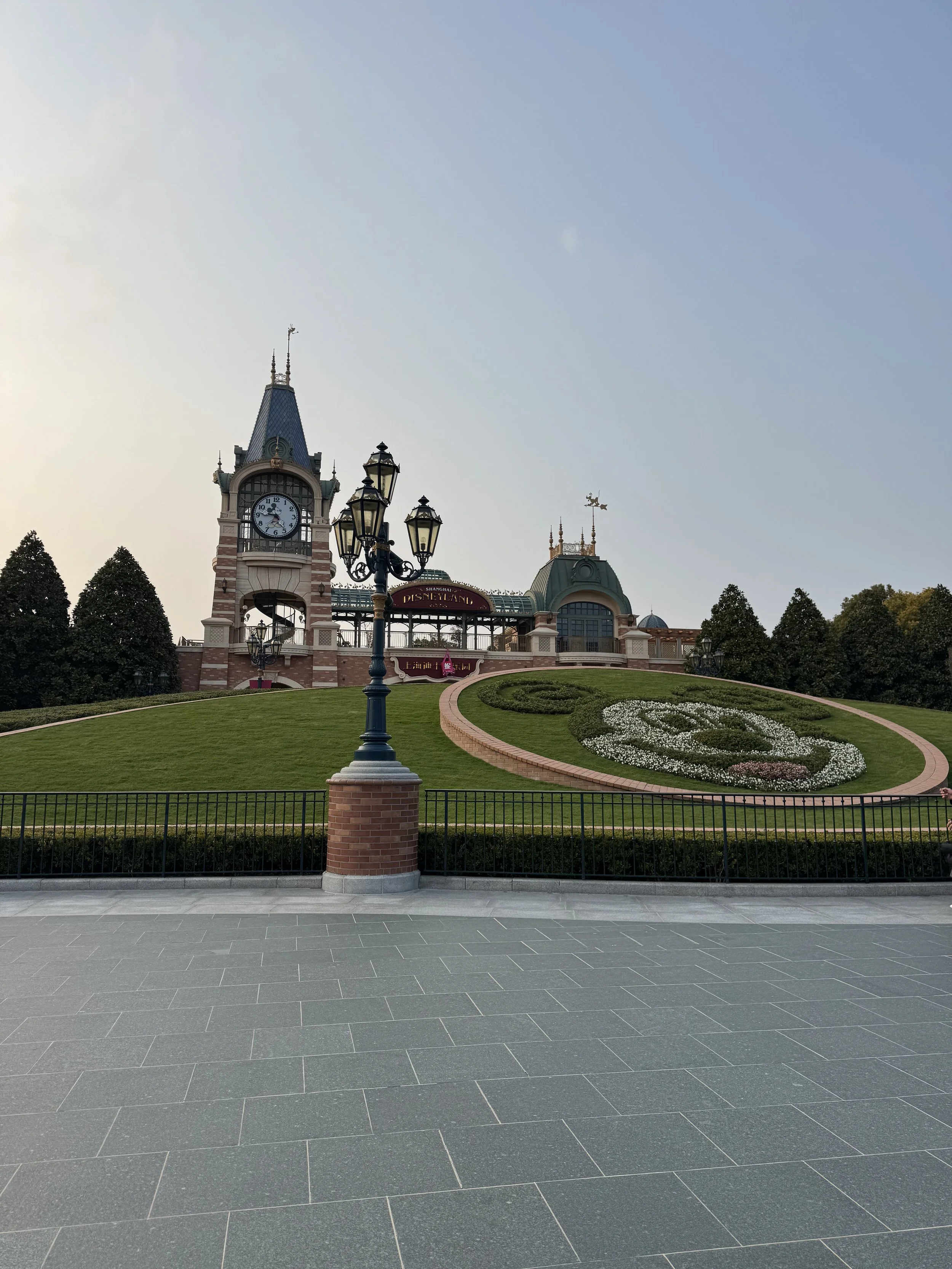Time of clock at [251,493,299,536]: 4:46
